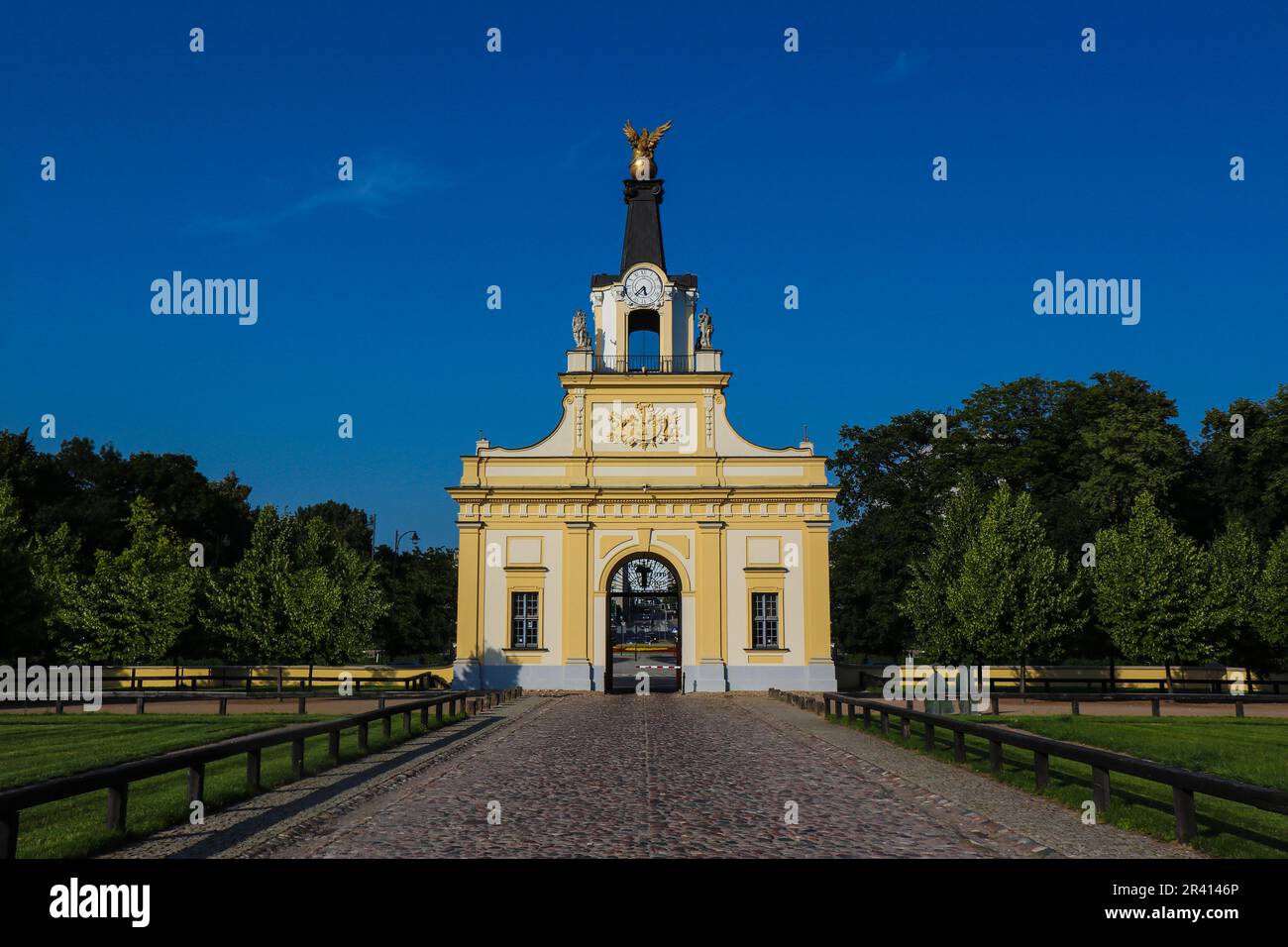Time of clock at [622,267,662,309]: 5:37
